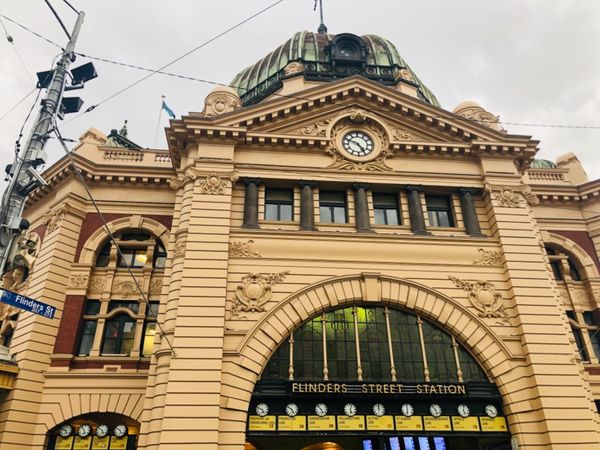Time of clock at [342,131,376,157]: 4:49
